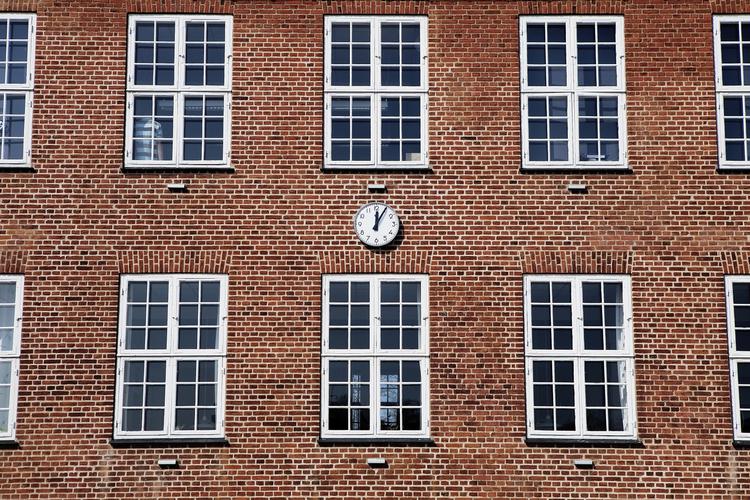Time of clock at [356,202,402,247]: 12:04
